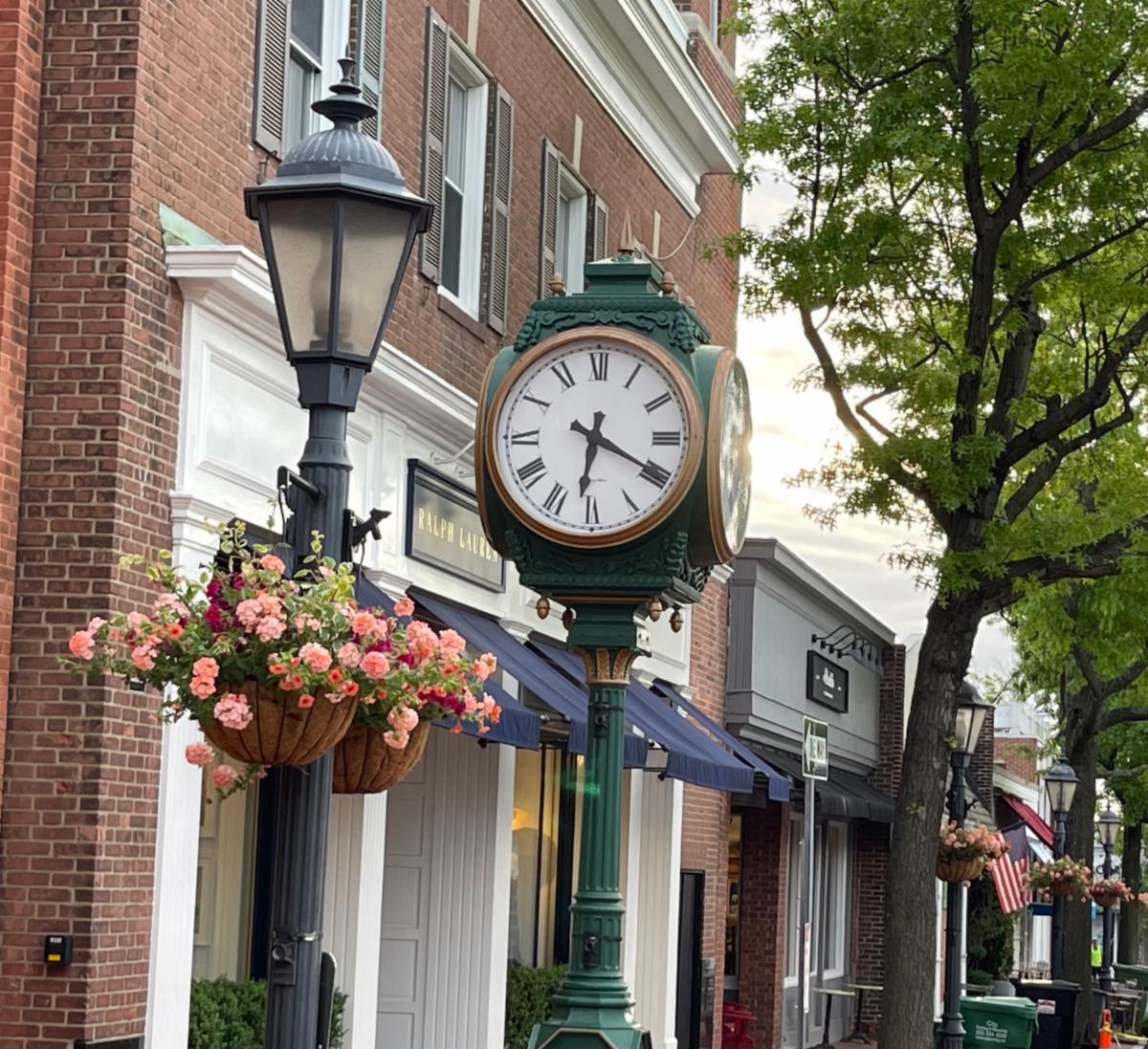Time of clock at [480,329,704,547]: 6:19
